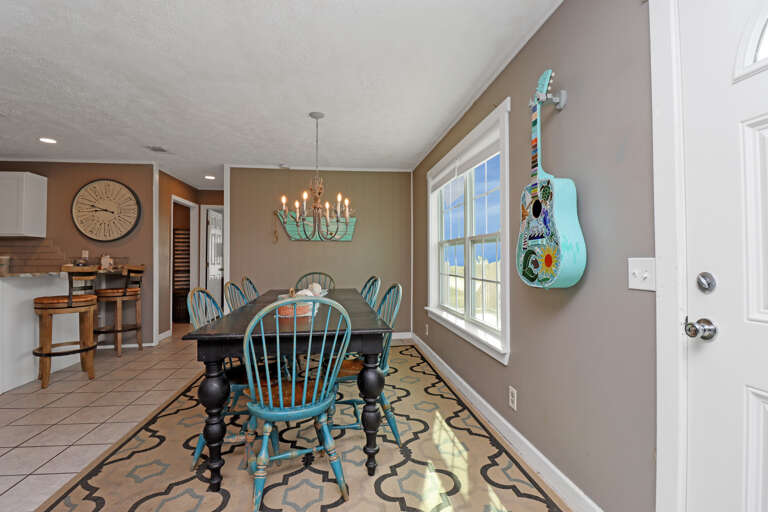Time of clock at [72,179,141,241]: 8:48
